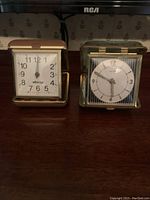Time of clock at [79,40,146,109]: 5:49
